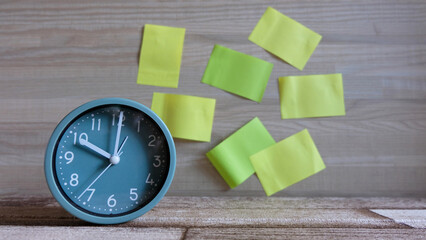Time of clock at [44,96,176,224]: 10:00
